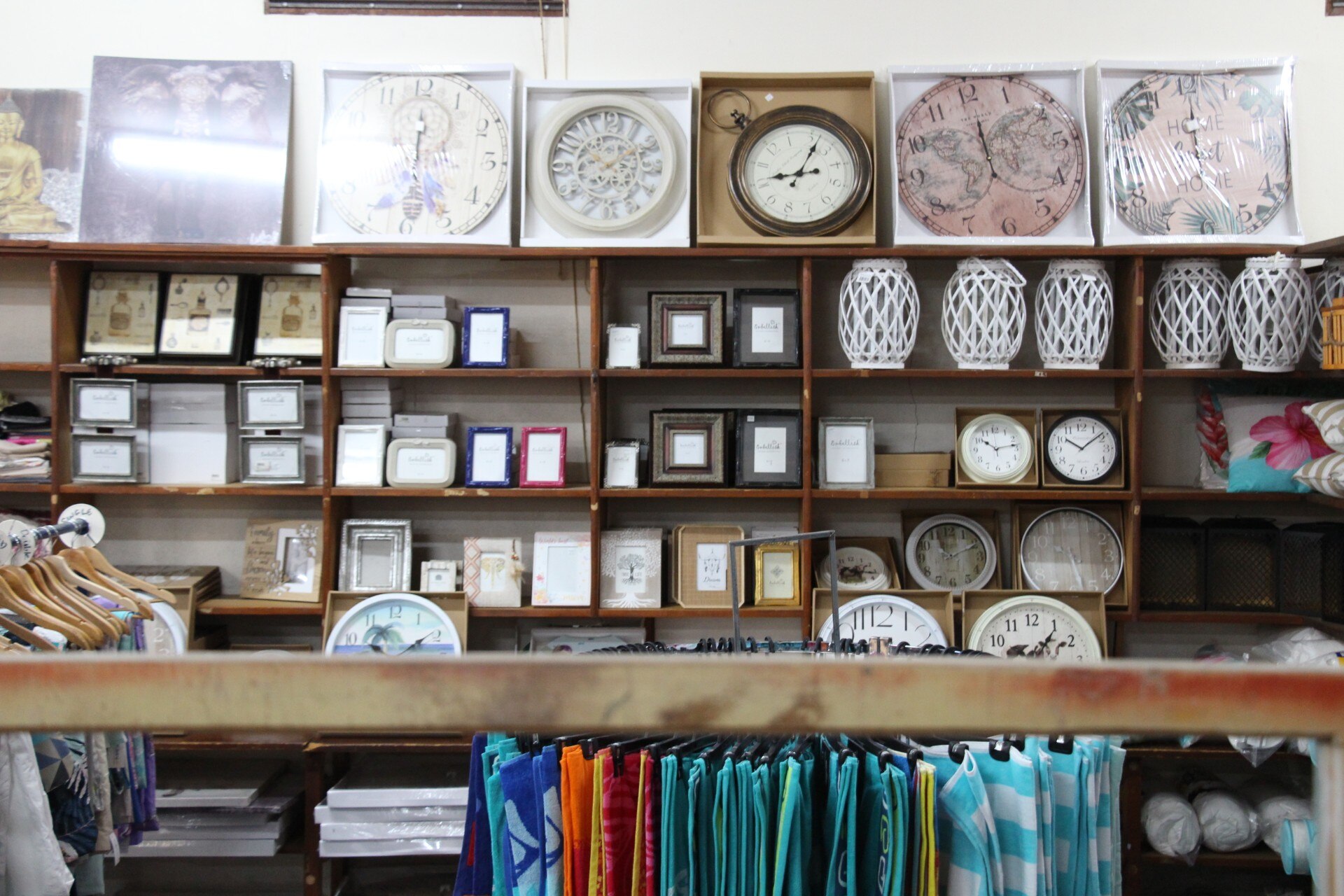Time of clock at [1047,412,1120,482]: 10:08
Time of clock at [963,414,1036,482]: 10:13
